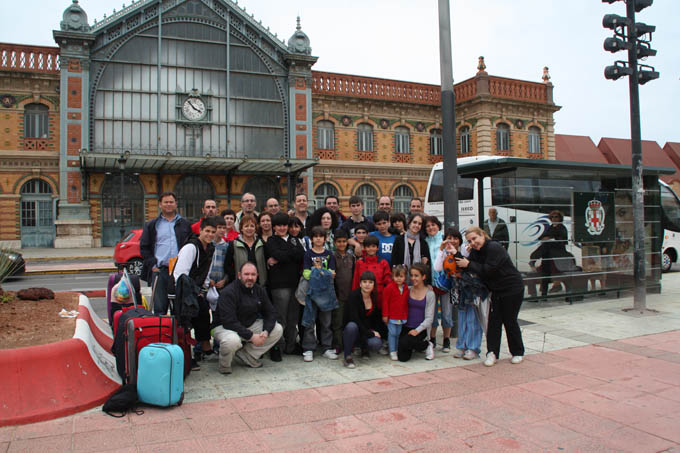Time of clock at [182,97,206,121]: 3:52
